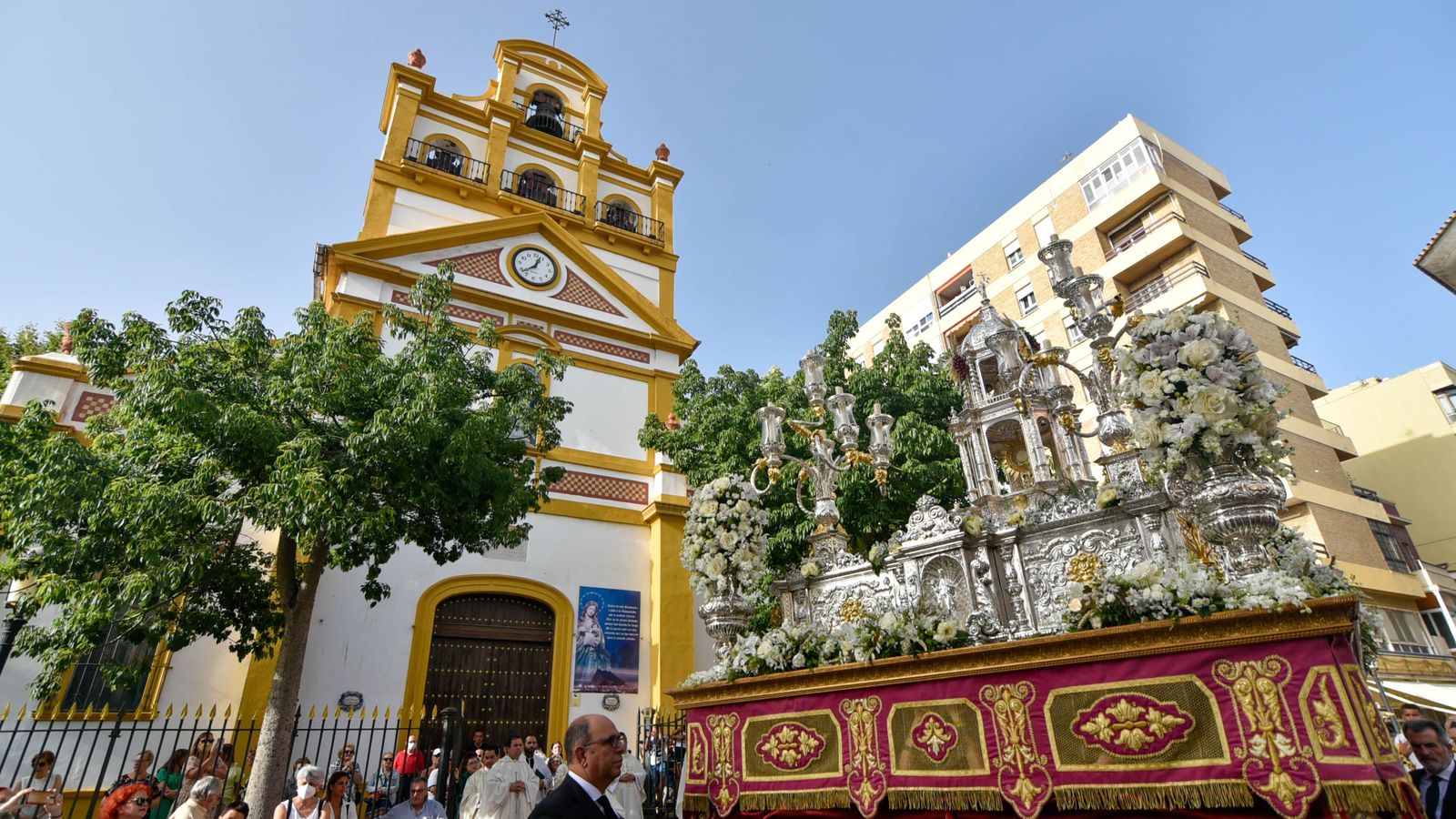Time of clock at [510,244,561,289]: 12:37
